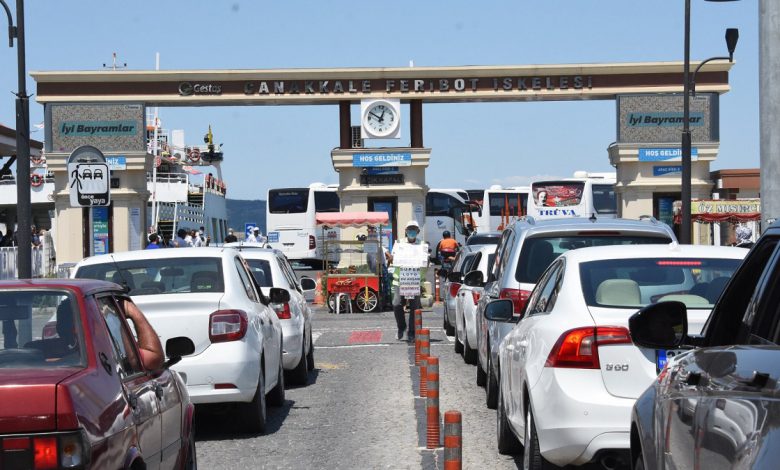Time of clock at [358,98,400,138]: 12:49
